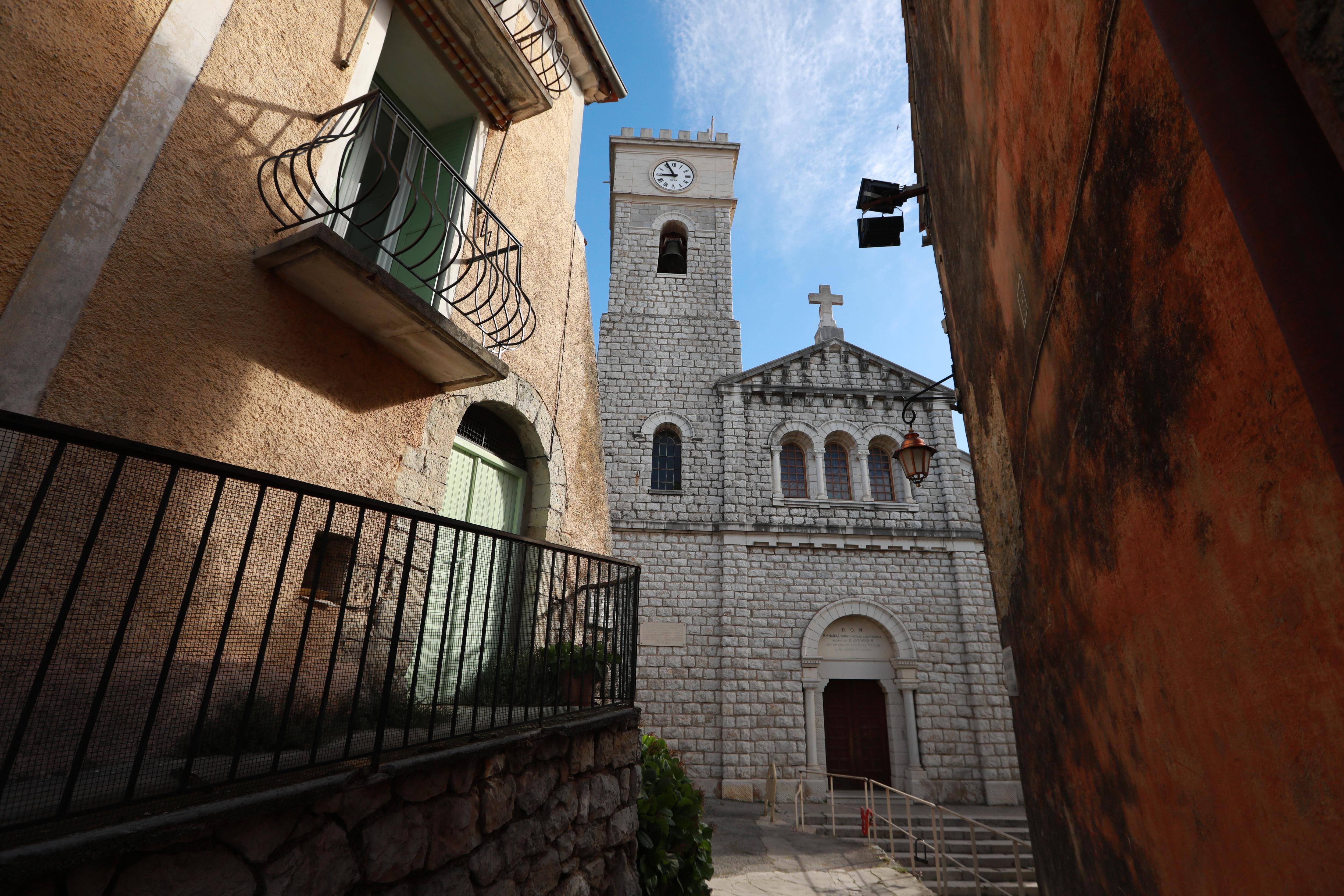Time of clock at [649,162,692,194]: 8:55
